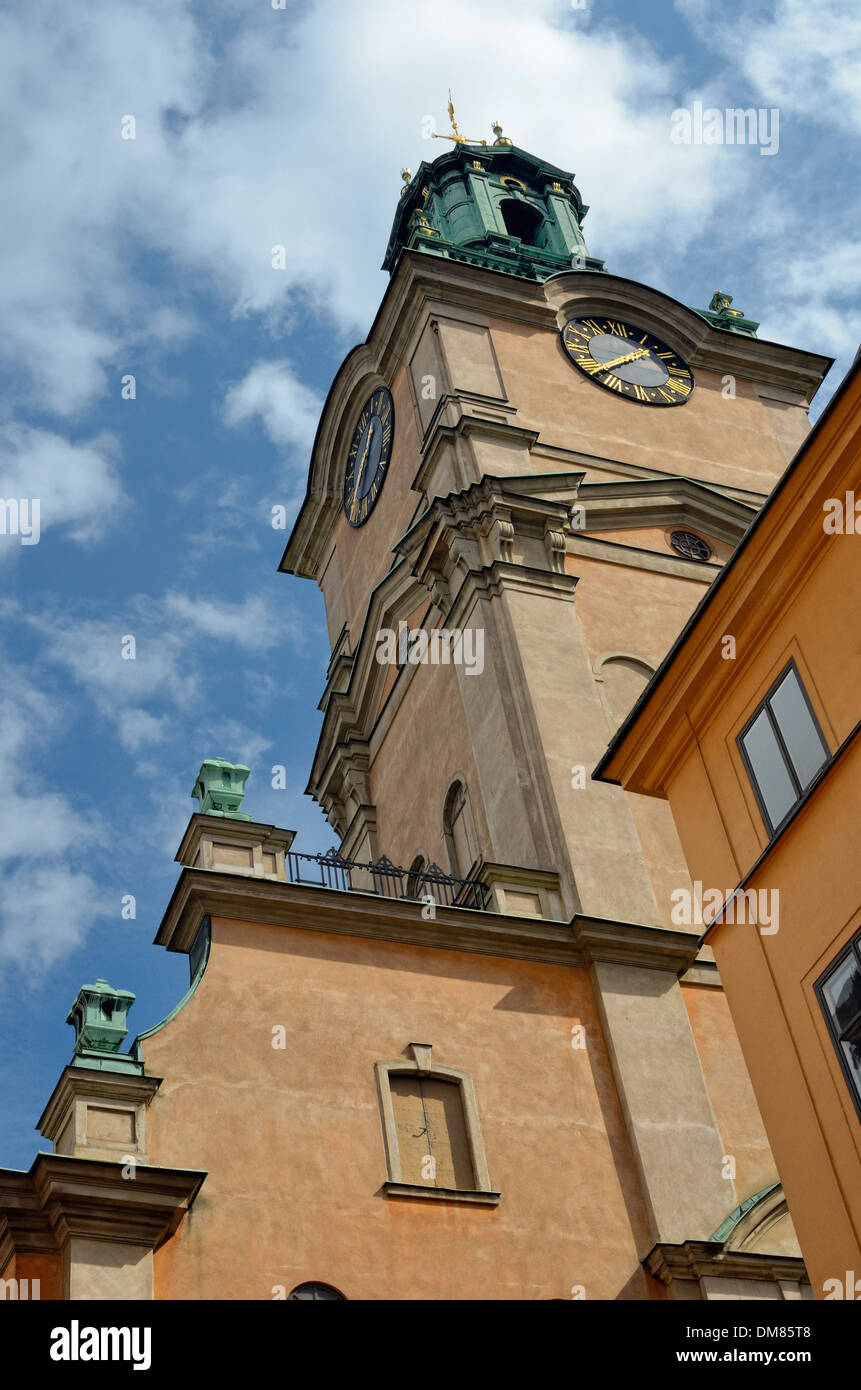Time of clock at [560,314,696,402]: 1:37
